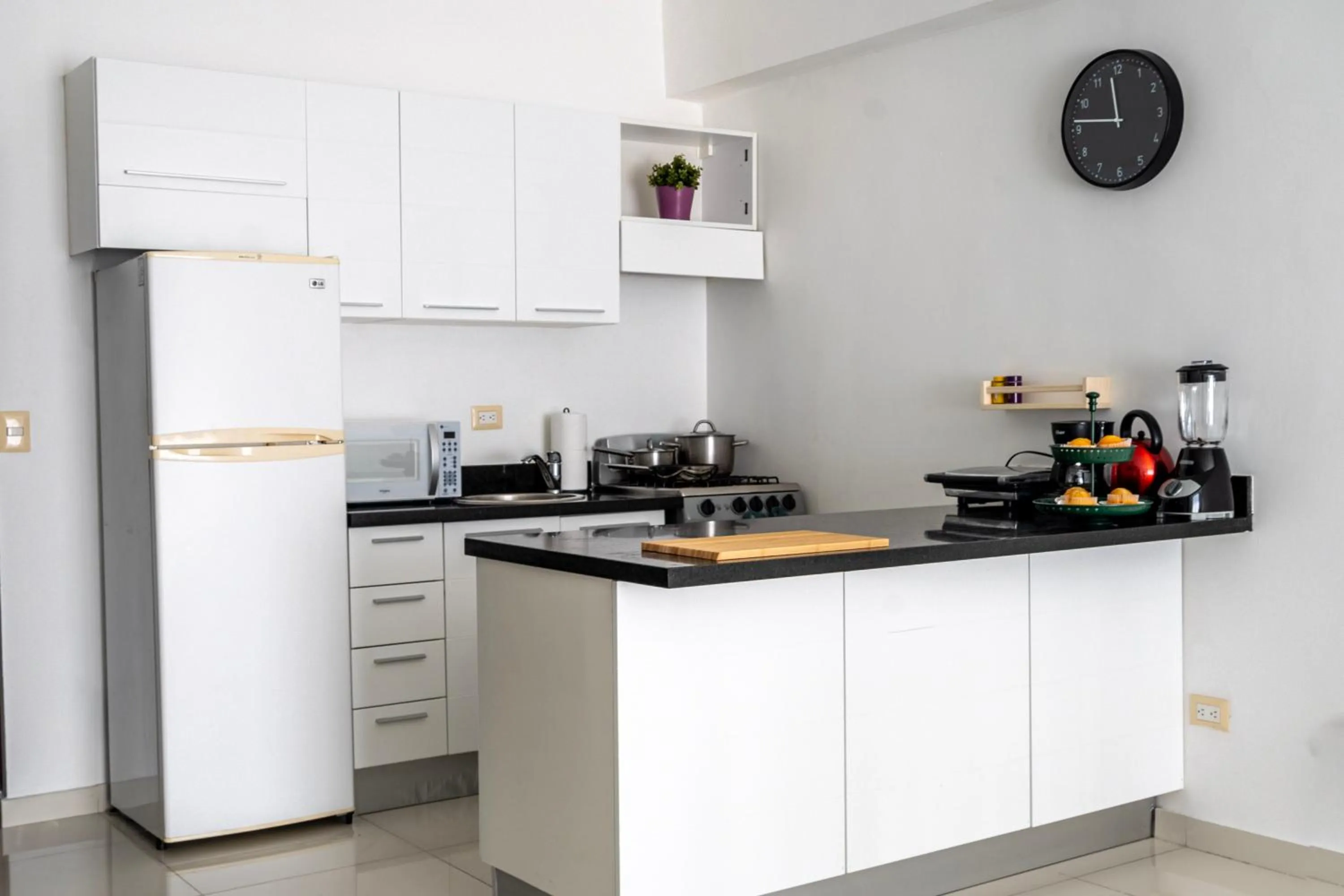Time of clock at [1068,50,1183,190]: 11:46
